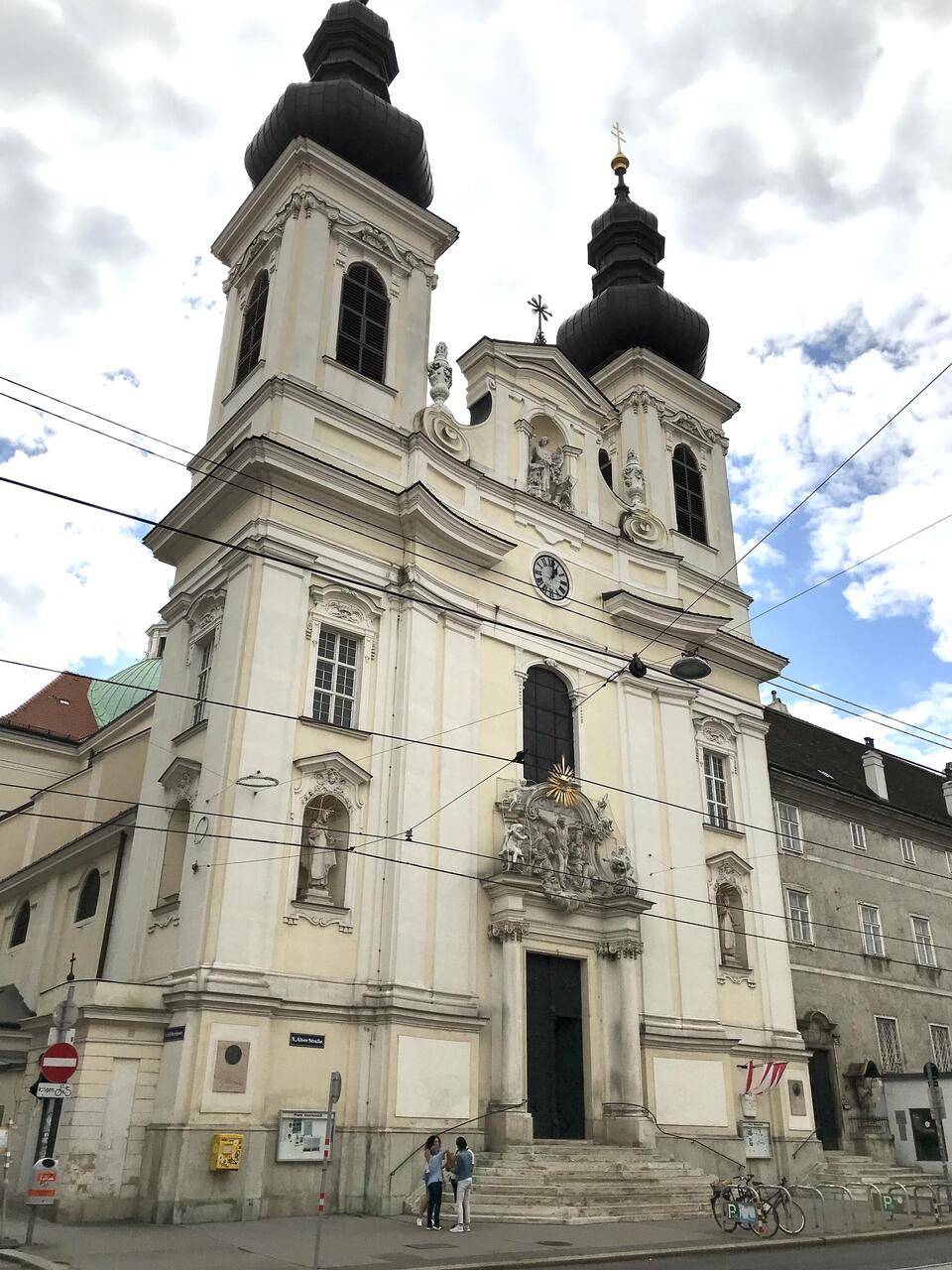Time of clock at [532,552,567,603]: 1:01
